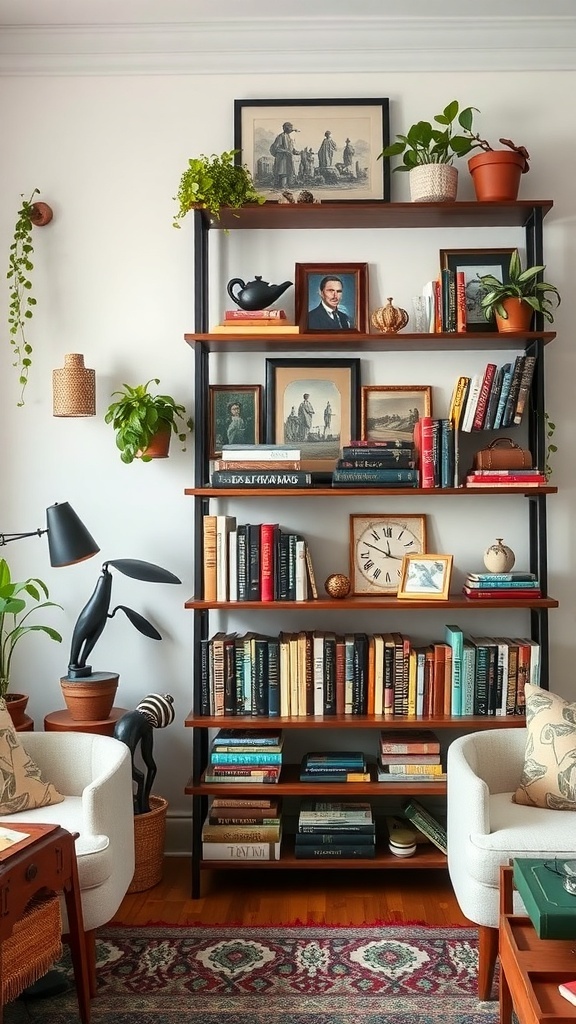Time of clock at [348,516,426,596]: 11:49
